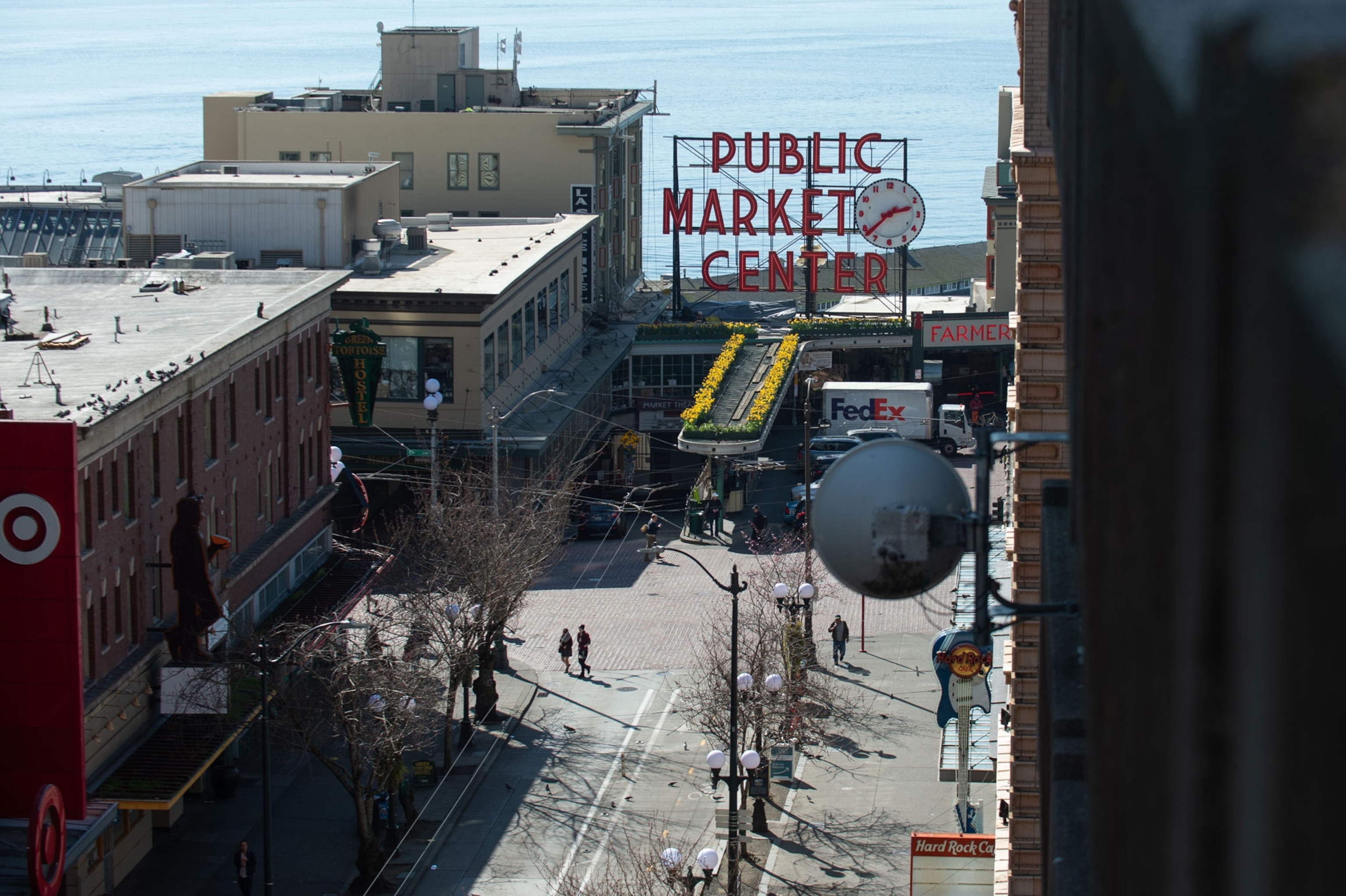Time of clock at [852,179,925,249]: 2:38
